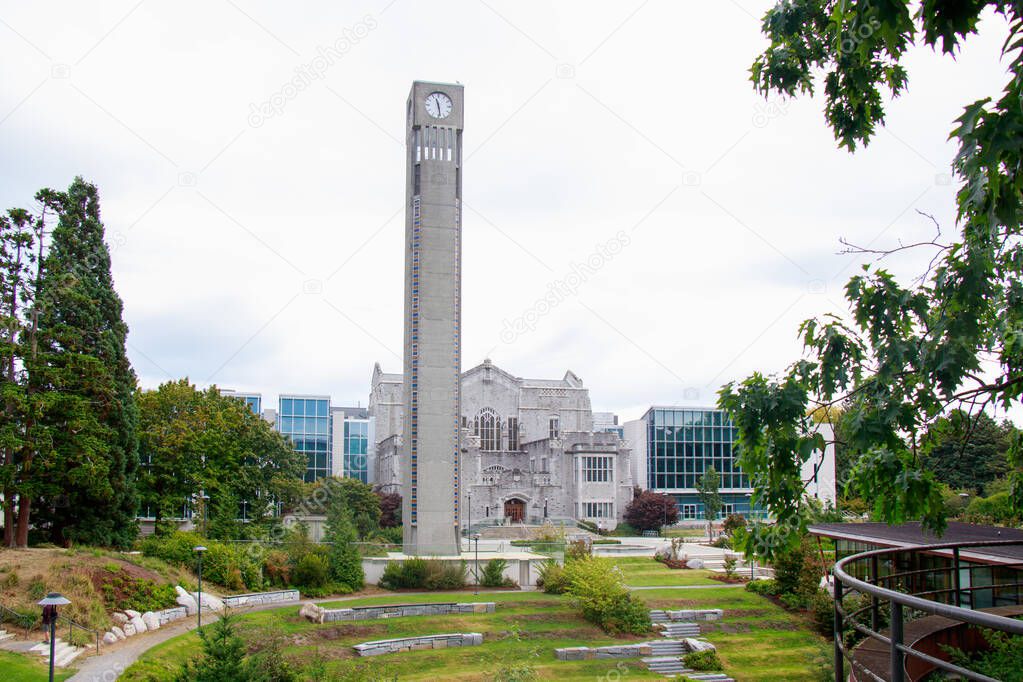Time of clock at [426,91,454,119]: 11:28
